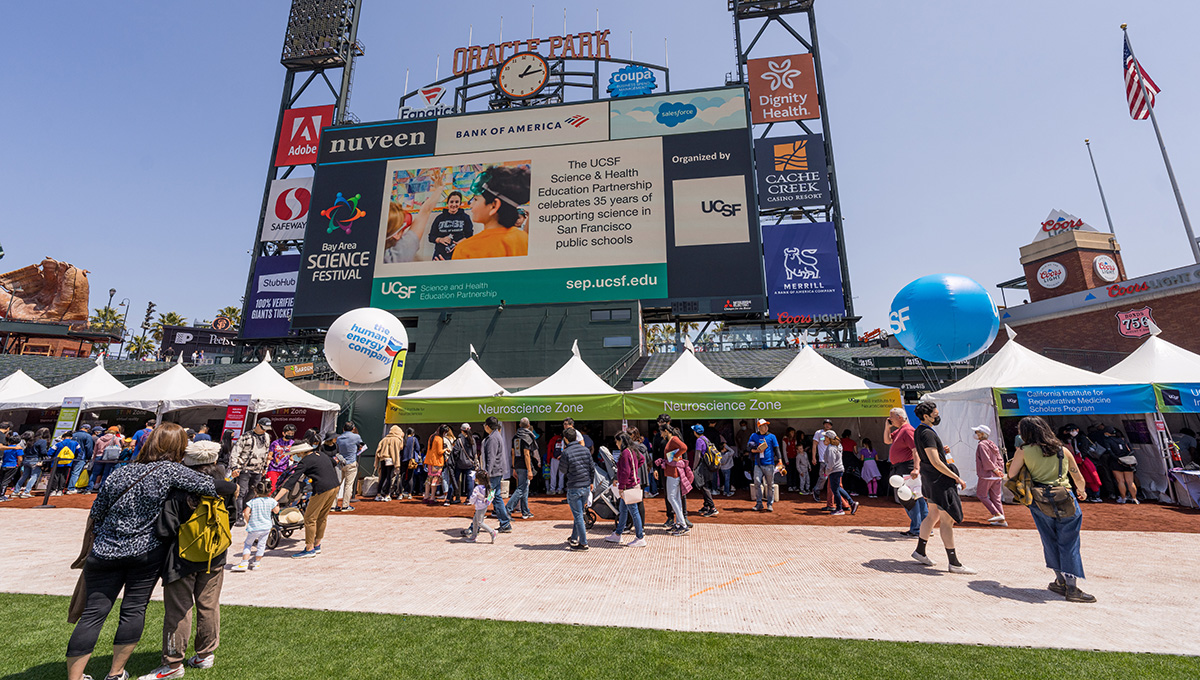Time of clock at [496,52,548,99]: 1:13
